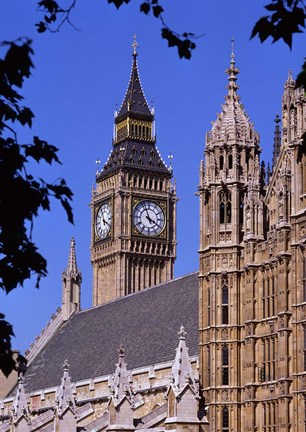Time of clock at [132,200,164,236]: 3:56
